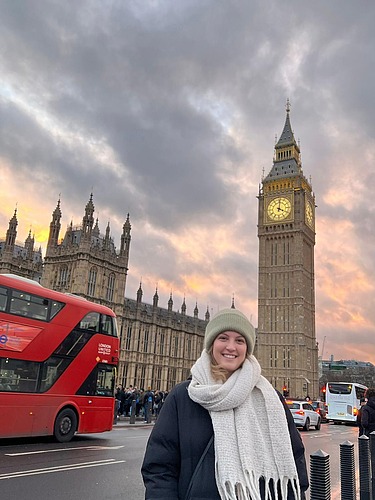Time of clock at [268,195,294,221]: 4:01
